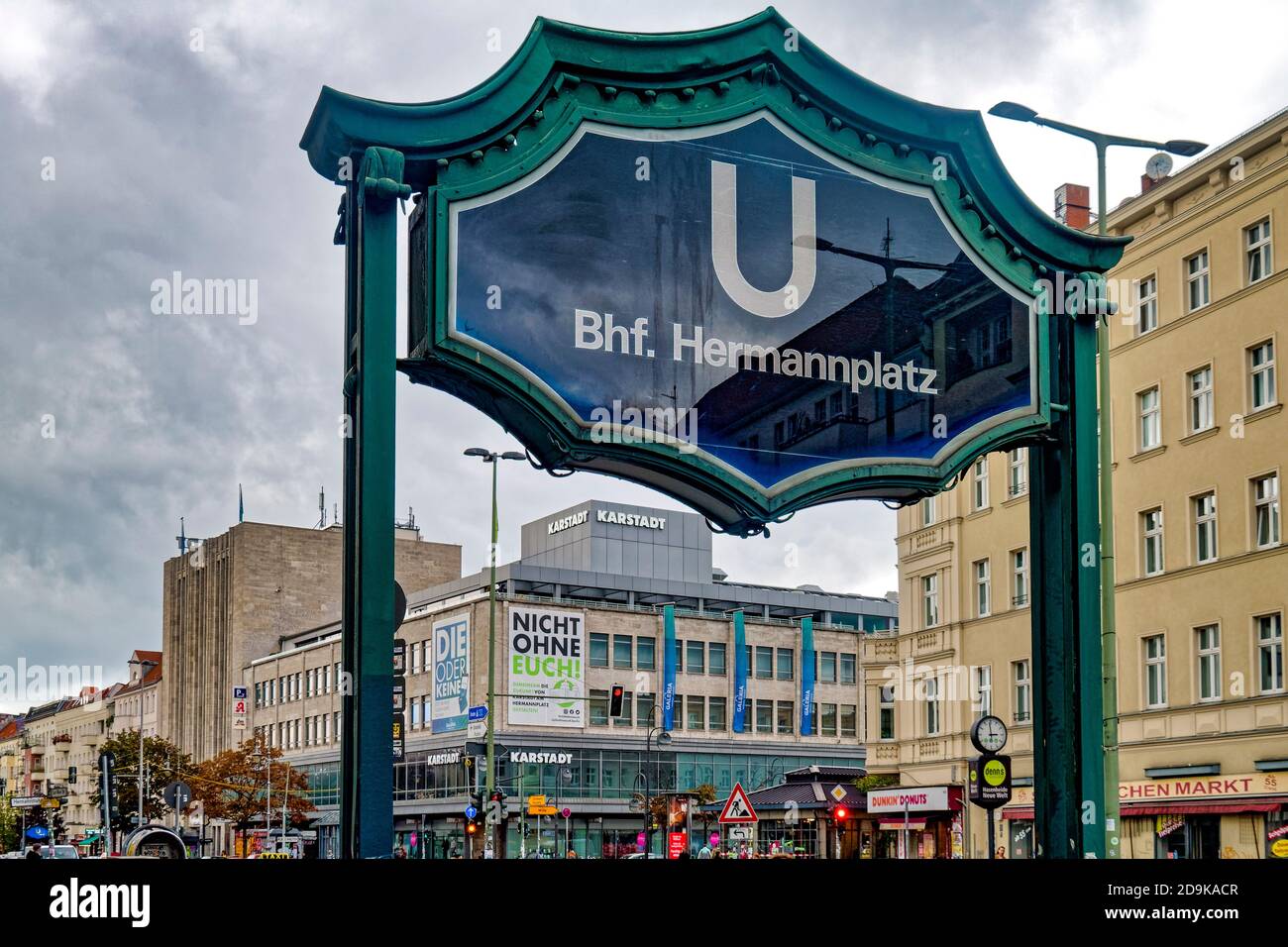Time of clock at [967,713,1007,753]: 2:58
